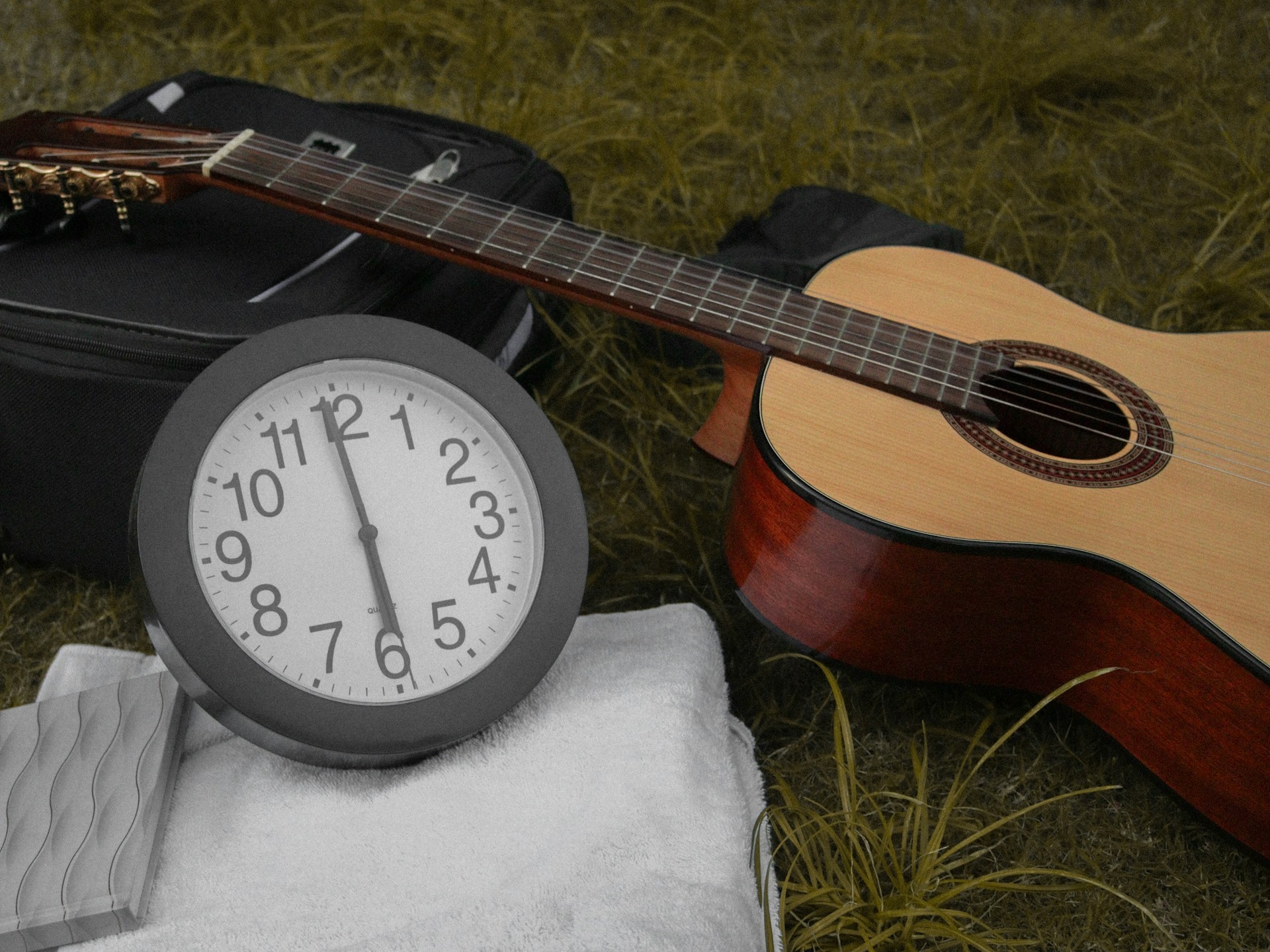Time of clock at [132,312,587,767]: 5:59
